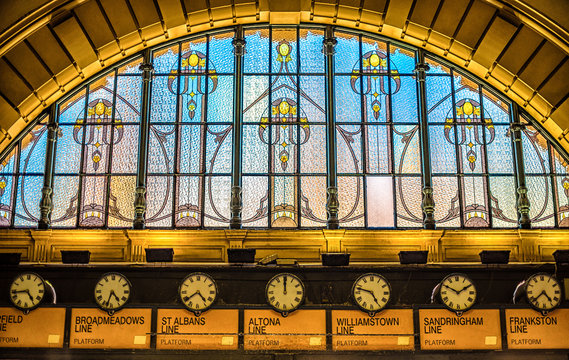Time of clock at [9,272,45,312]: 4:43
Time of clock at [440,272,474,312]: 1:49
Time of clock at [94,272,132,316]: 4:32
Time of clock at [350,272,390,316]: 4:47
